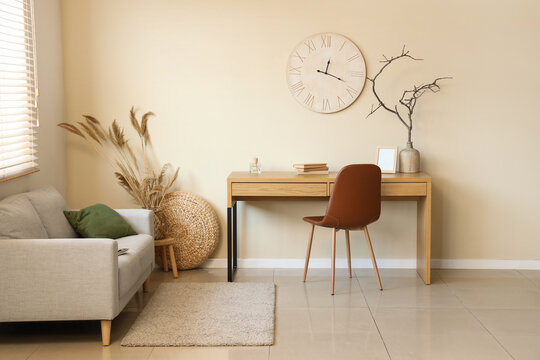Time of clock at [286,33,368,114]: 12:18
